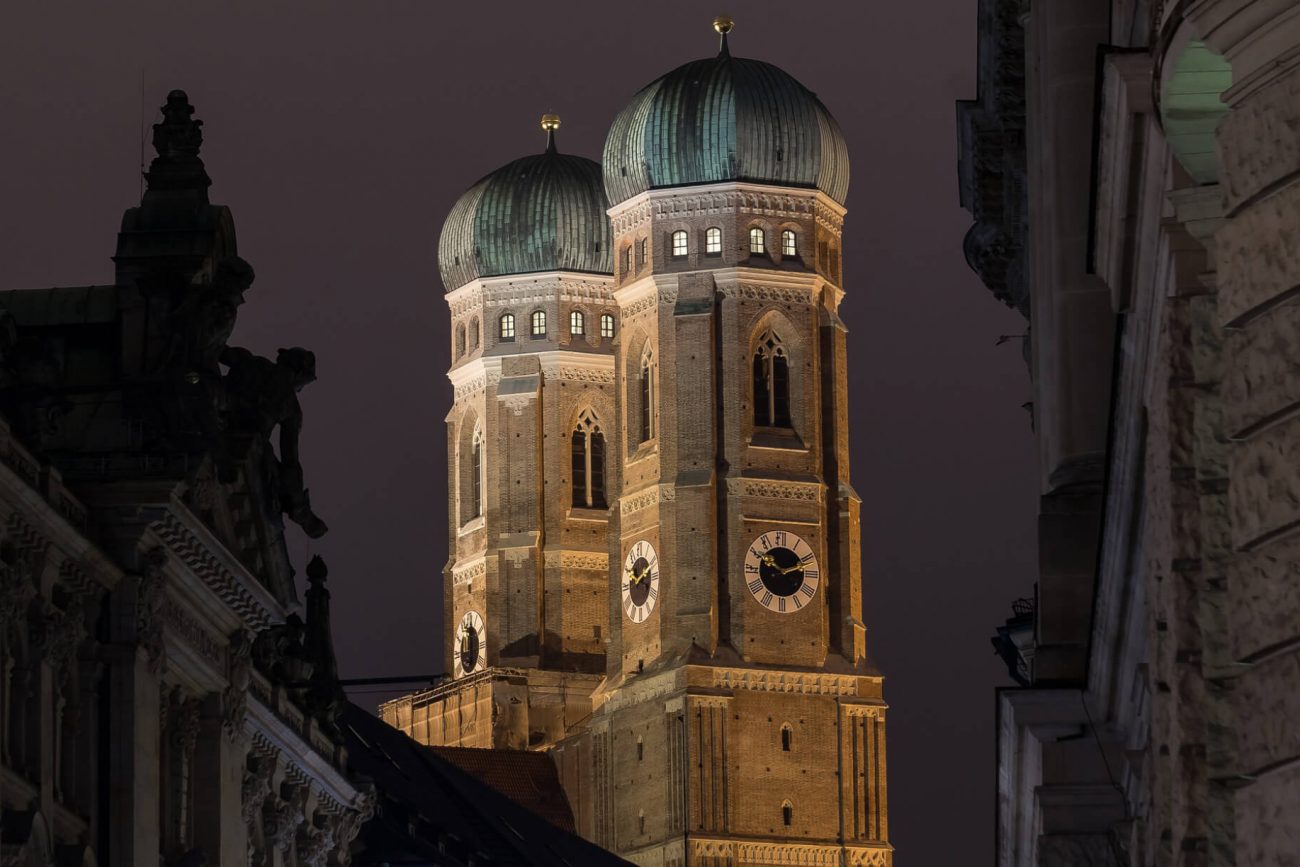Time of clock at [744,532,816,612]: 10:12
